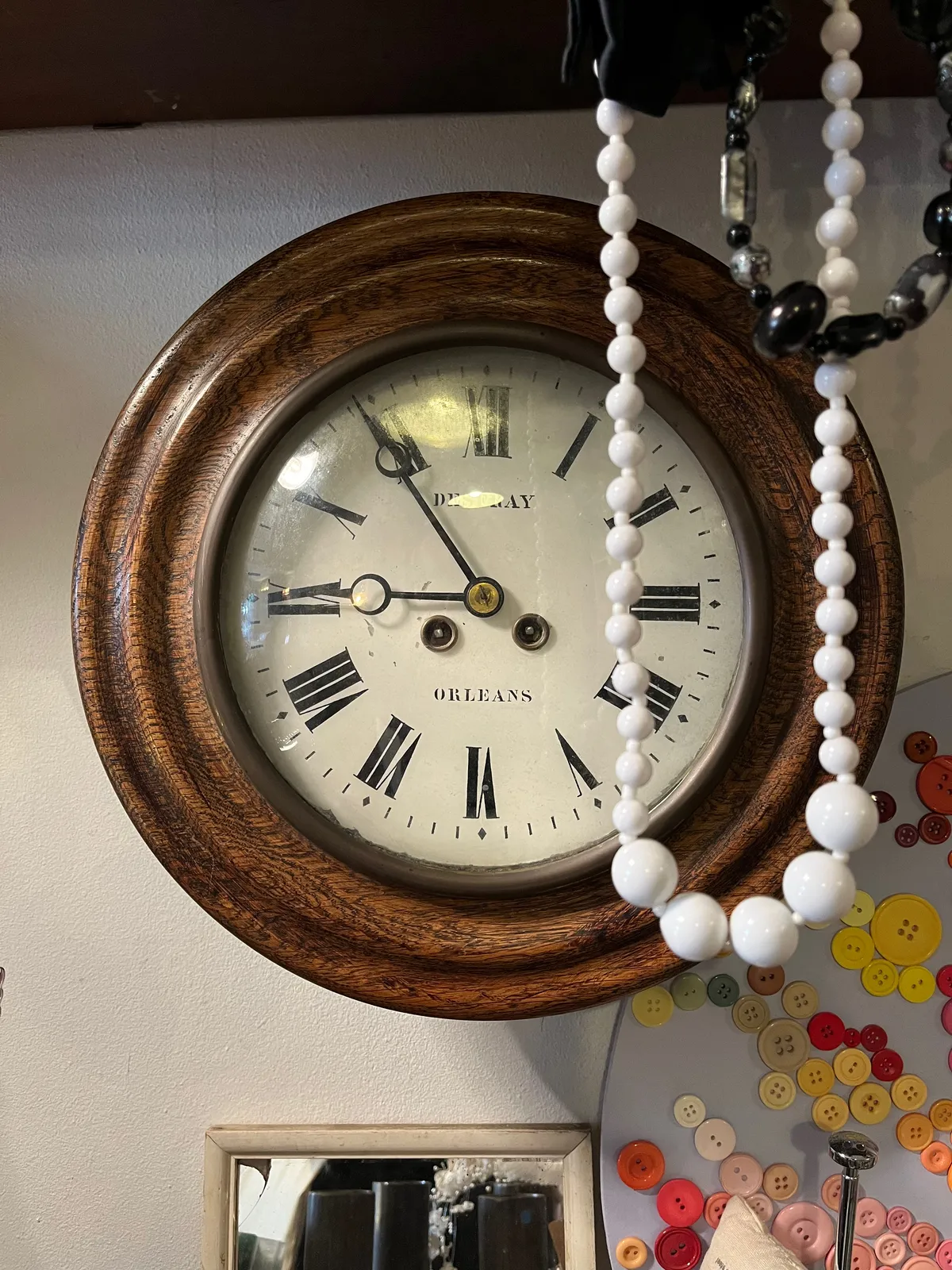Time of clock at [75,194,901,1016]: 8:54
